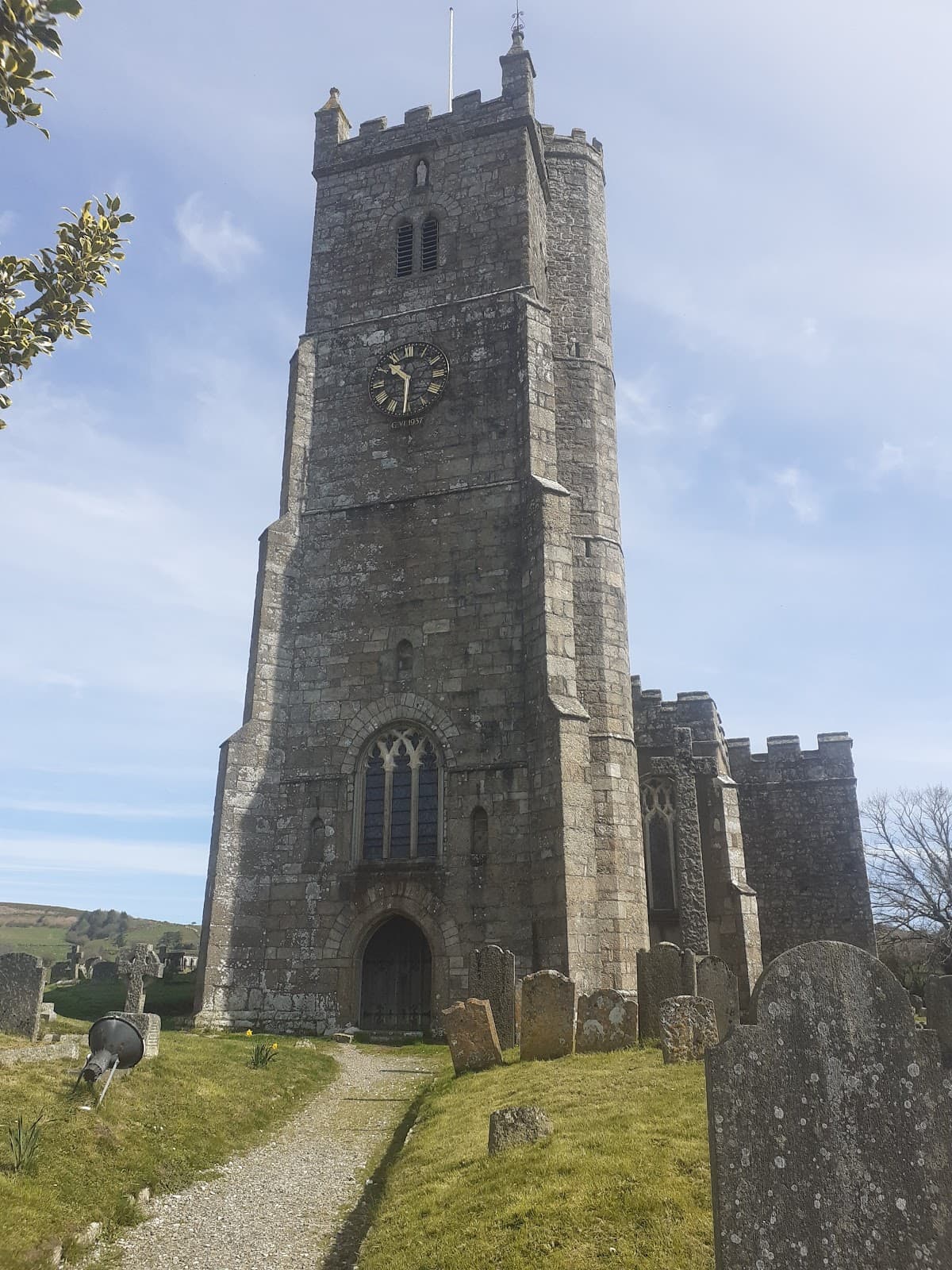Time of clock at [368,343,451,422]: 10:31
